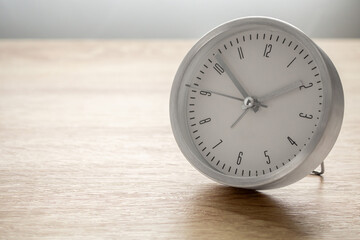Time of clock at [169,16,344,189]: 10:09
